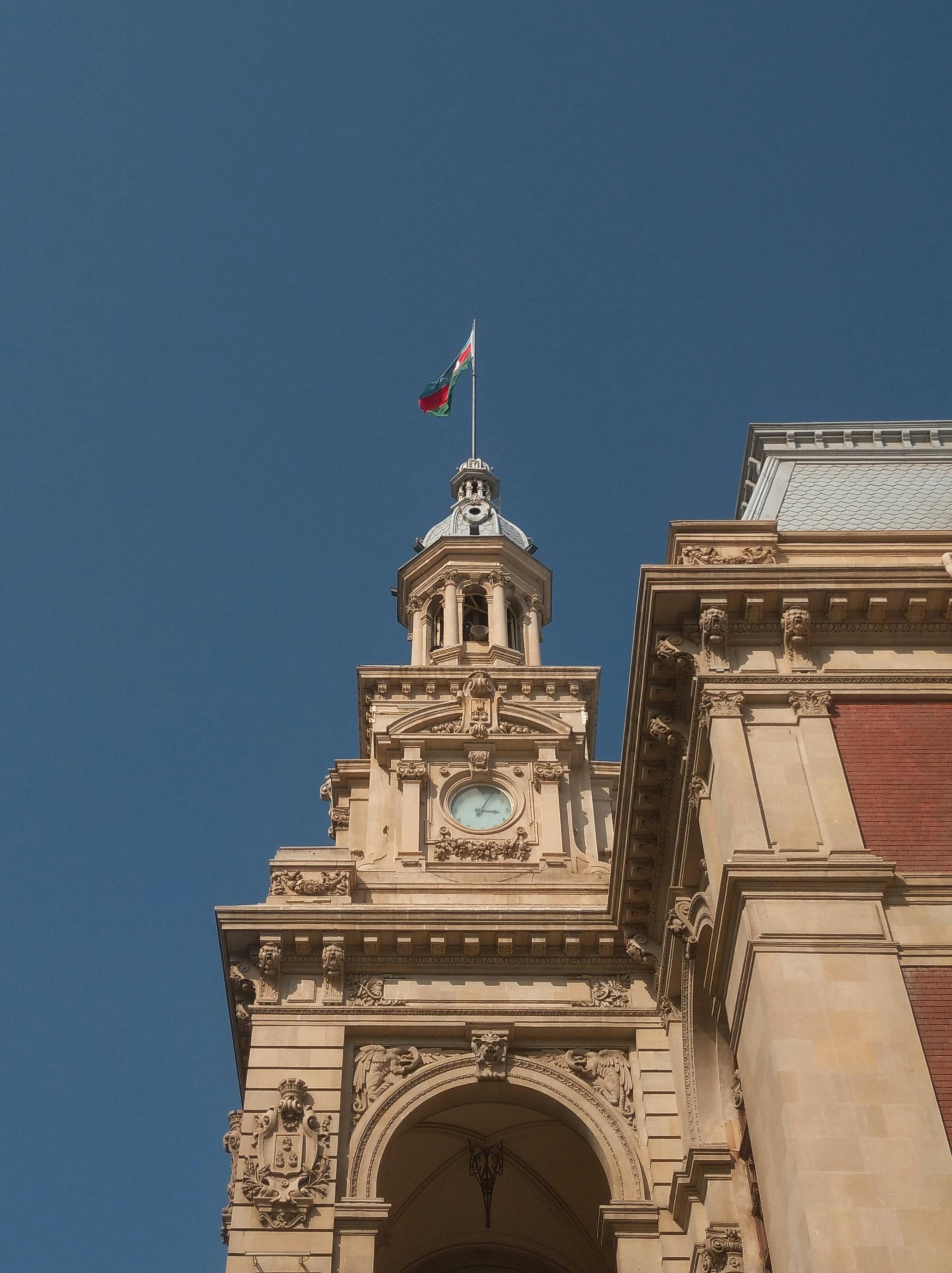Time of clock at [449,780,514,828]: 3:04
